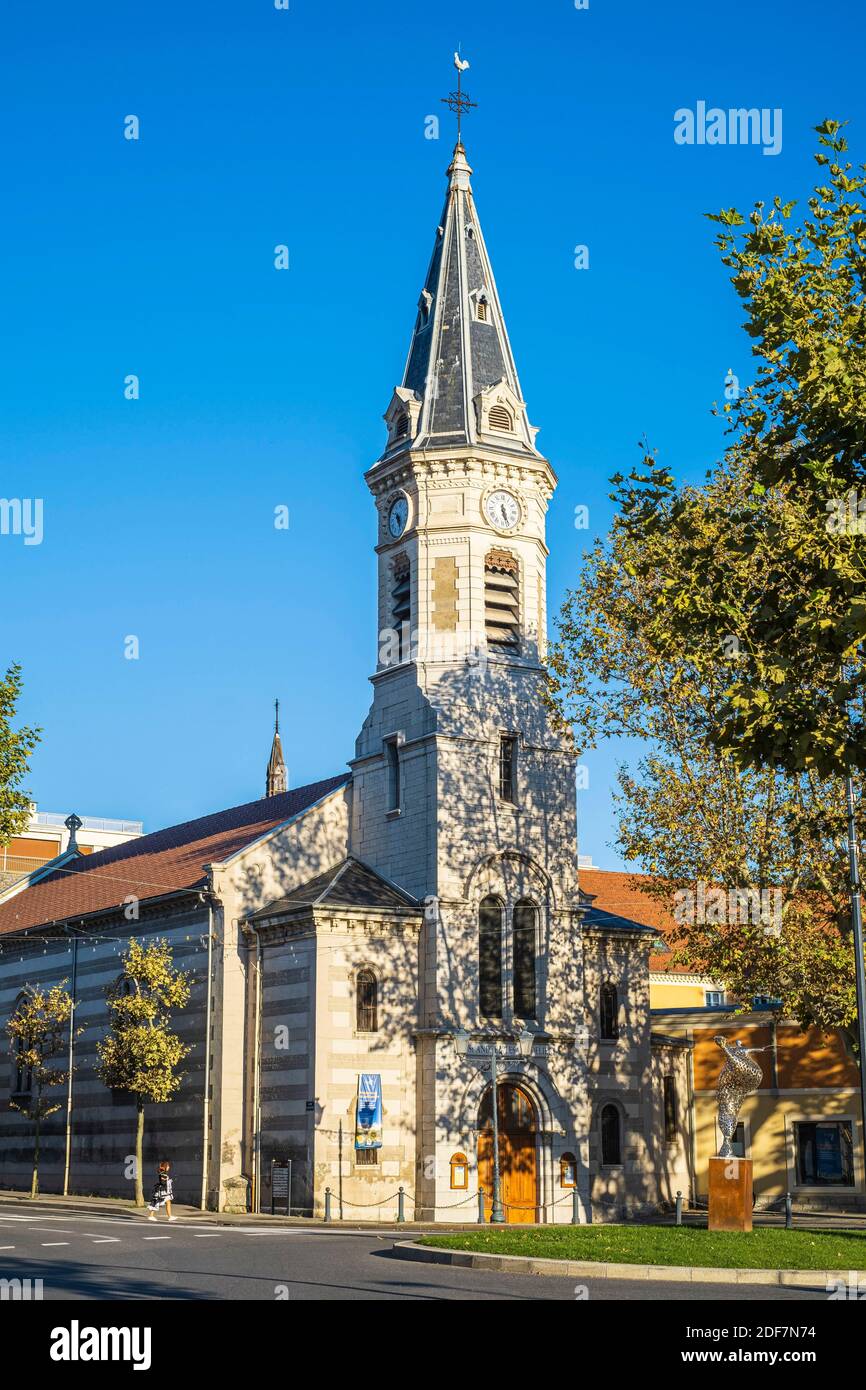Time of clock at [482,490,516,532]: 5:26
